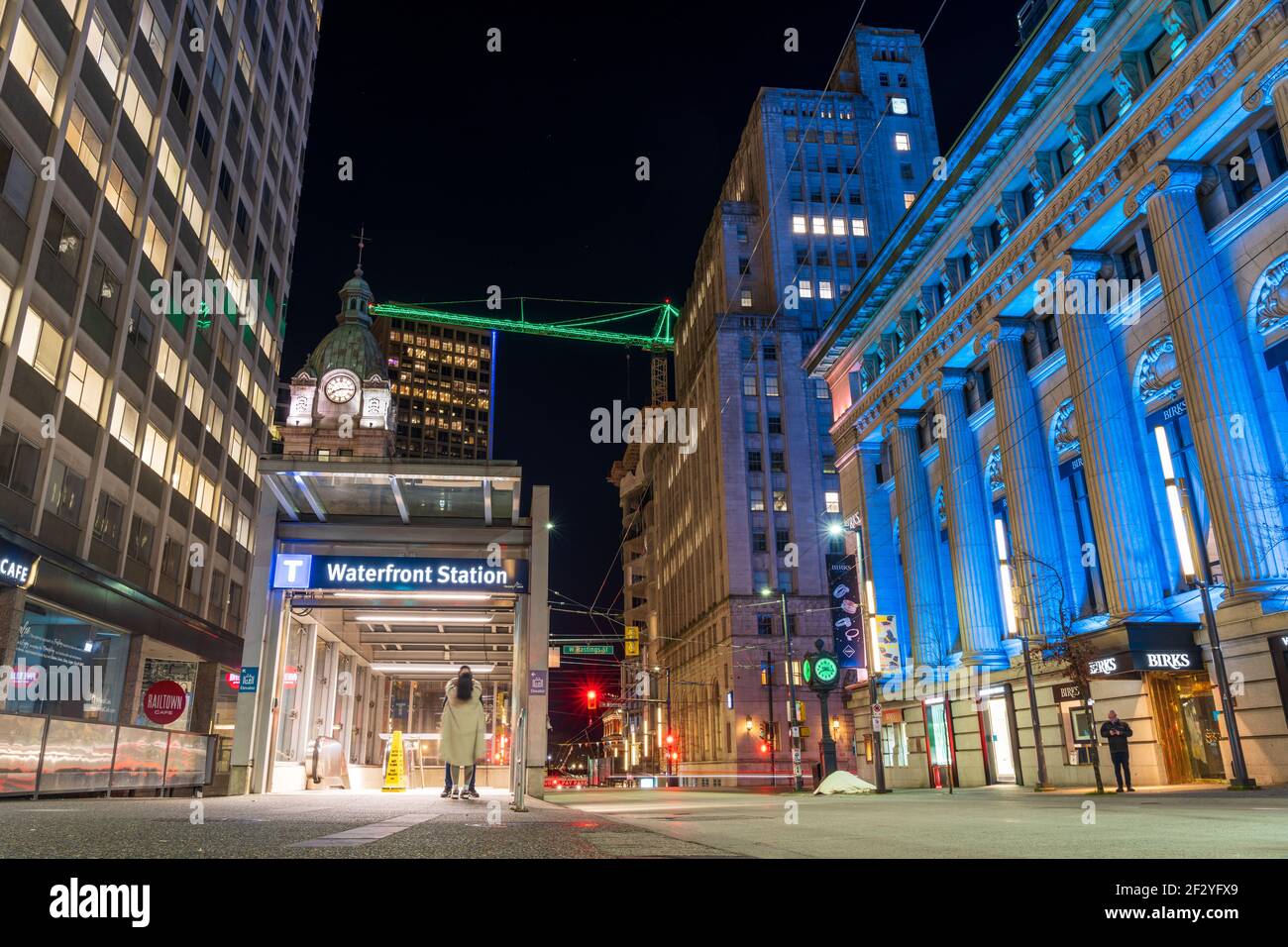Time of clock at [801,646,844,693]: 3:40
